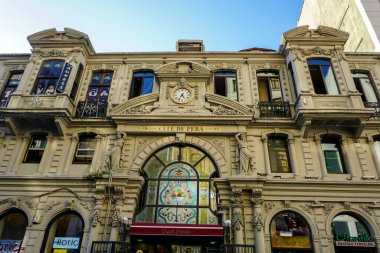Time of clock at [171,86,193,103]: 4:34
